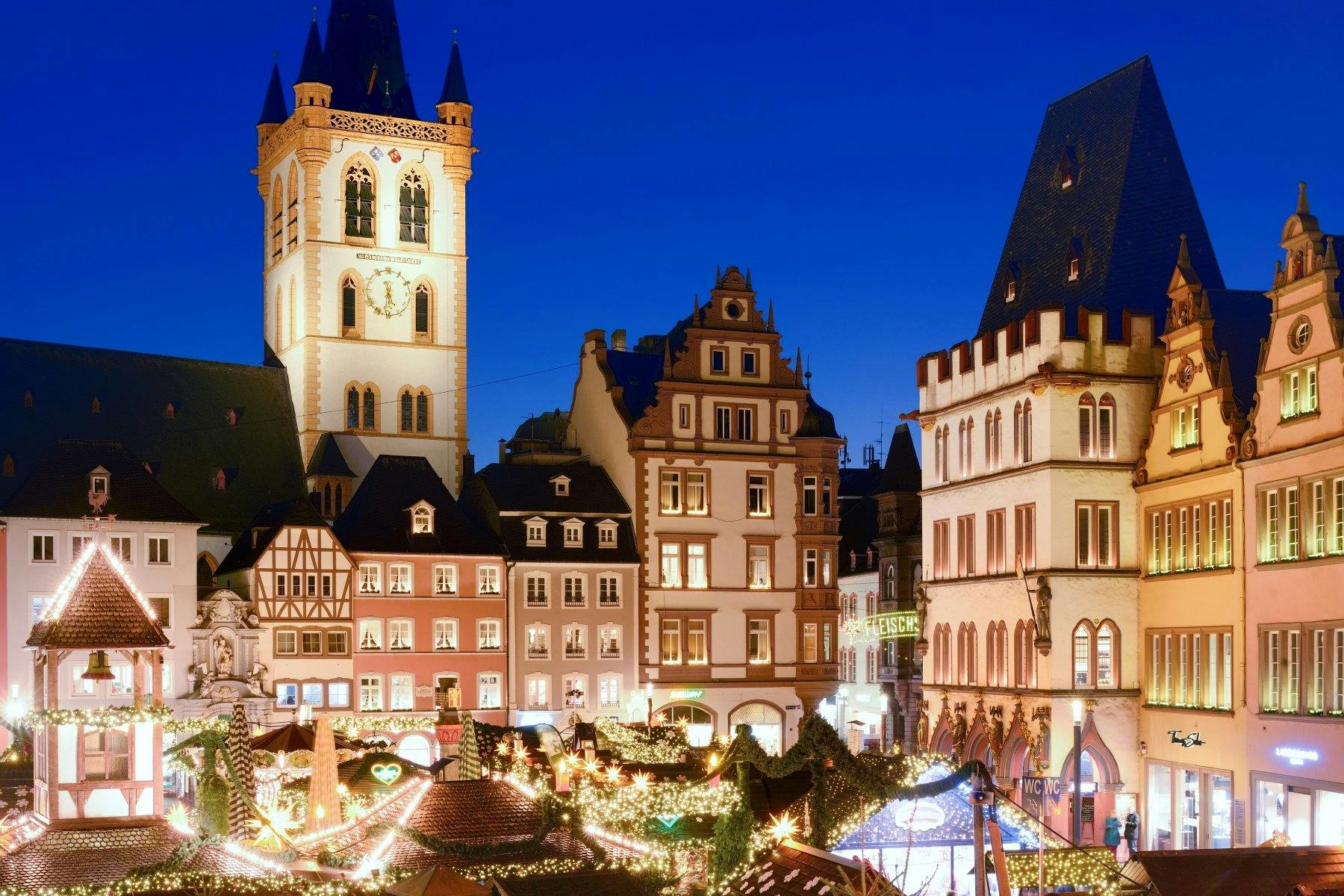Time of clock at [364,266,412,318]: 5:31
